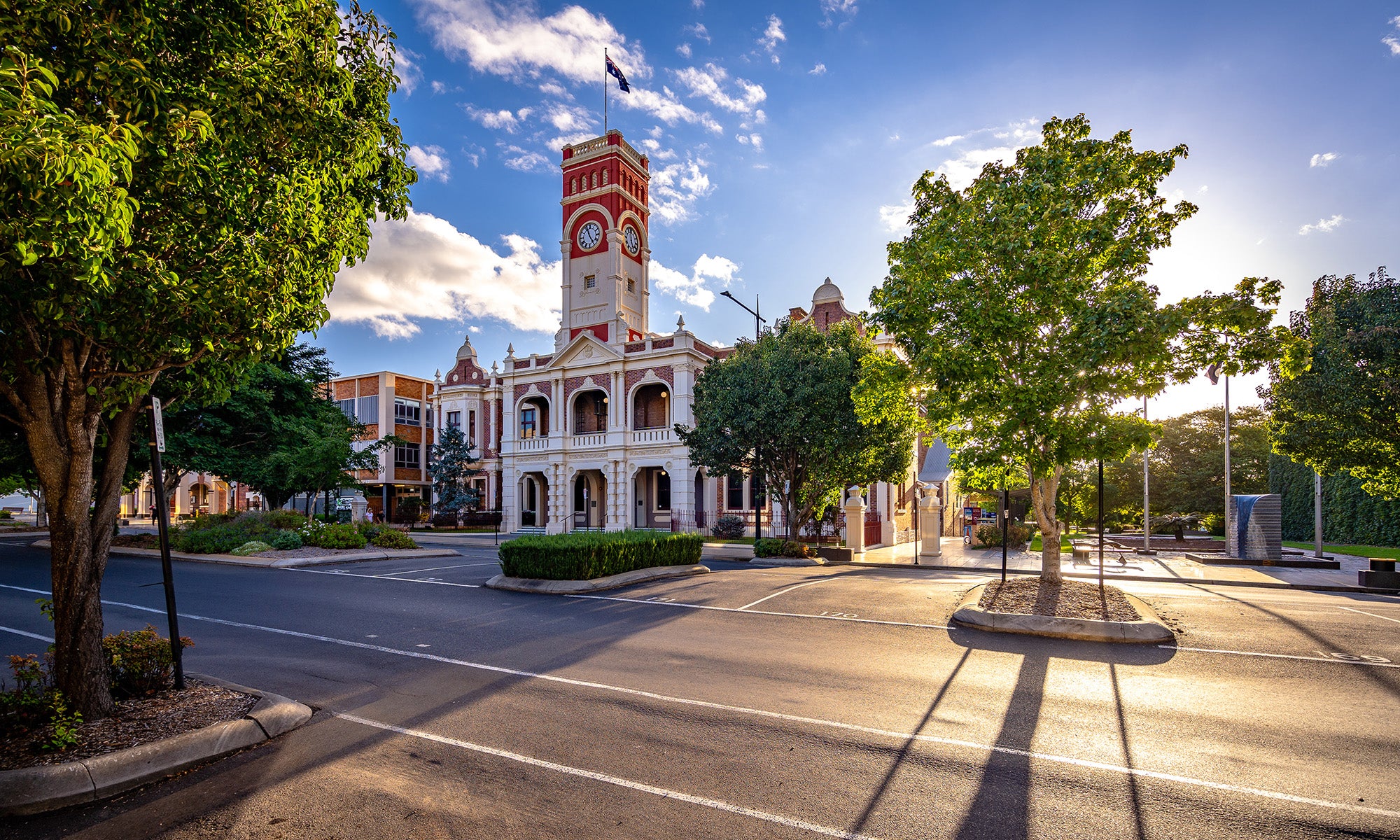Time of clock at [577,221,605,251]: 4:56
